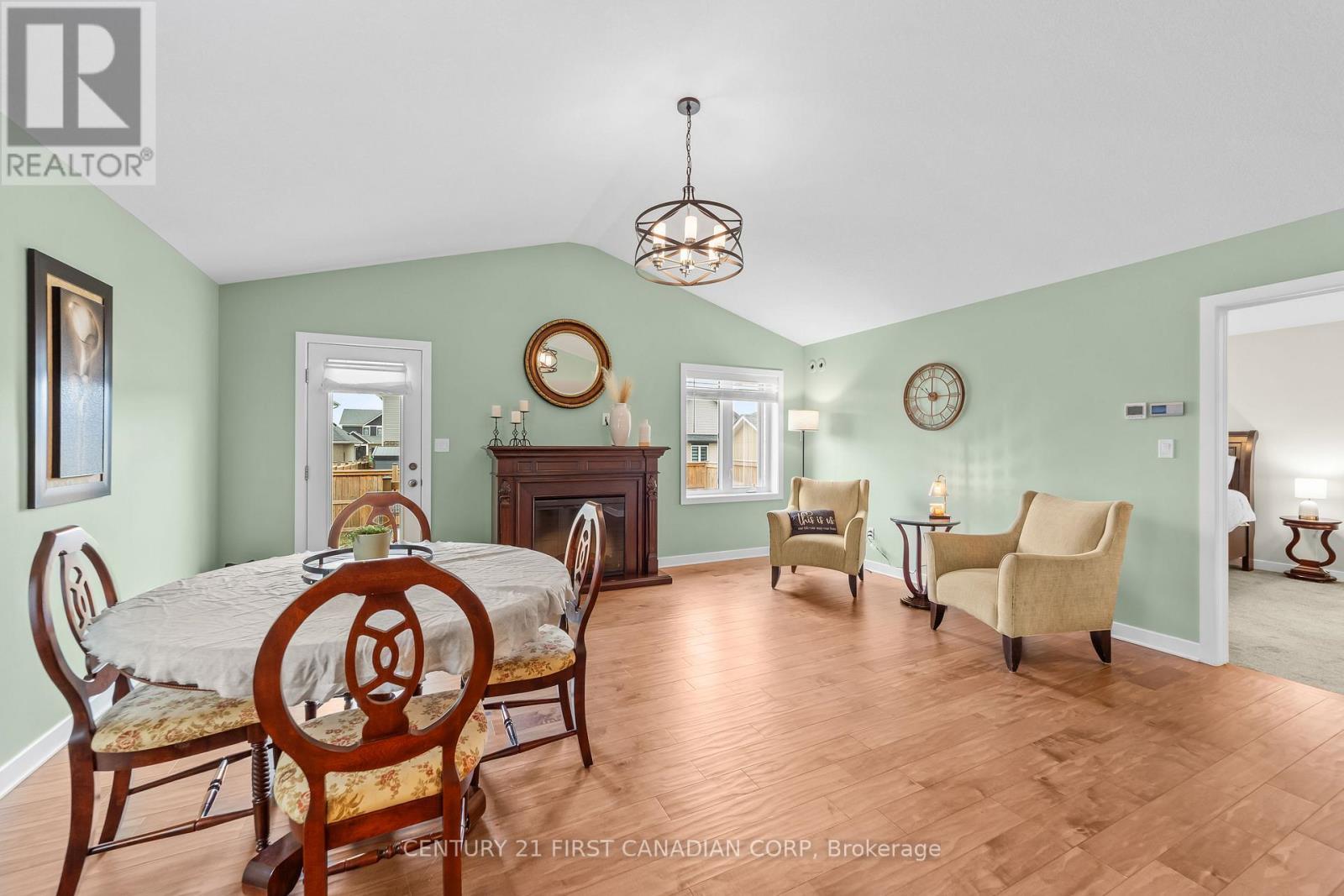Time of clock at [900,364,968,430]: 10:14
